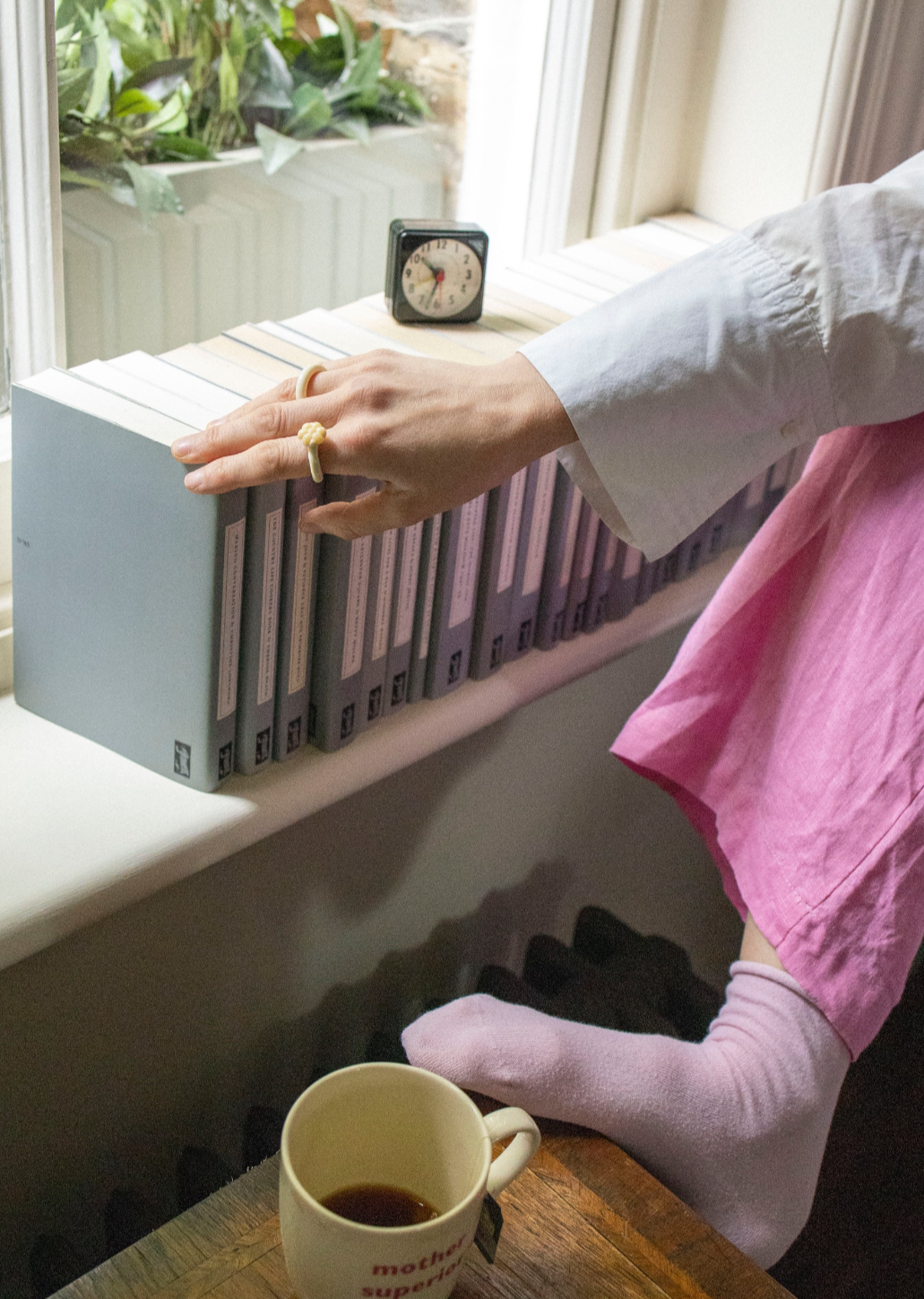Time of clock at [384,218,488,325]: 10:33
